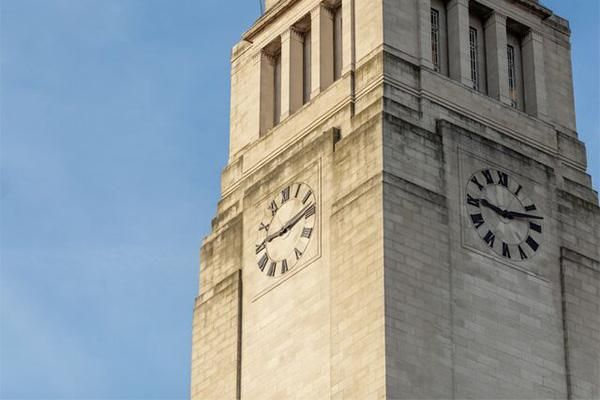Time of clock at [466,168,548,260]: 9:13
